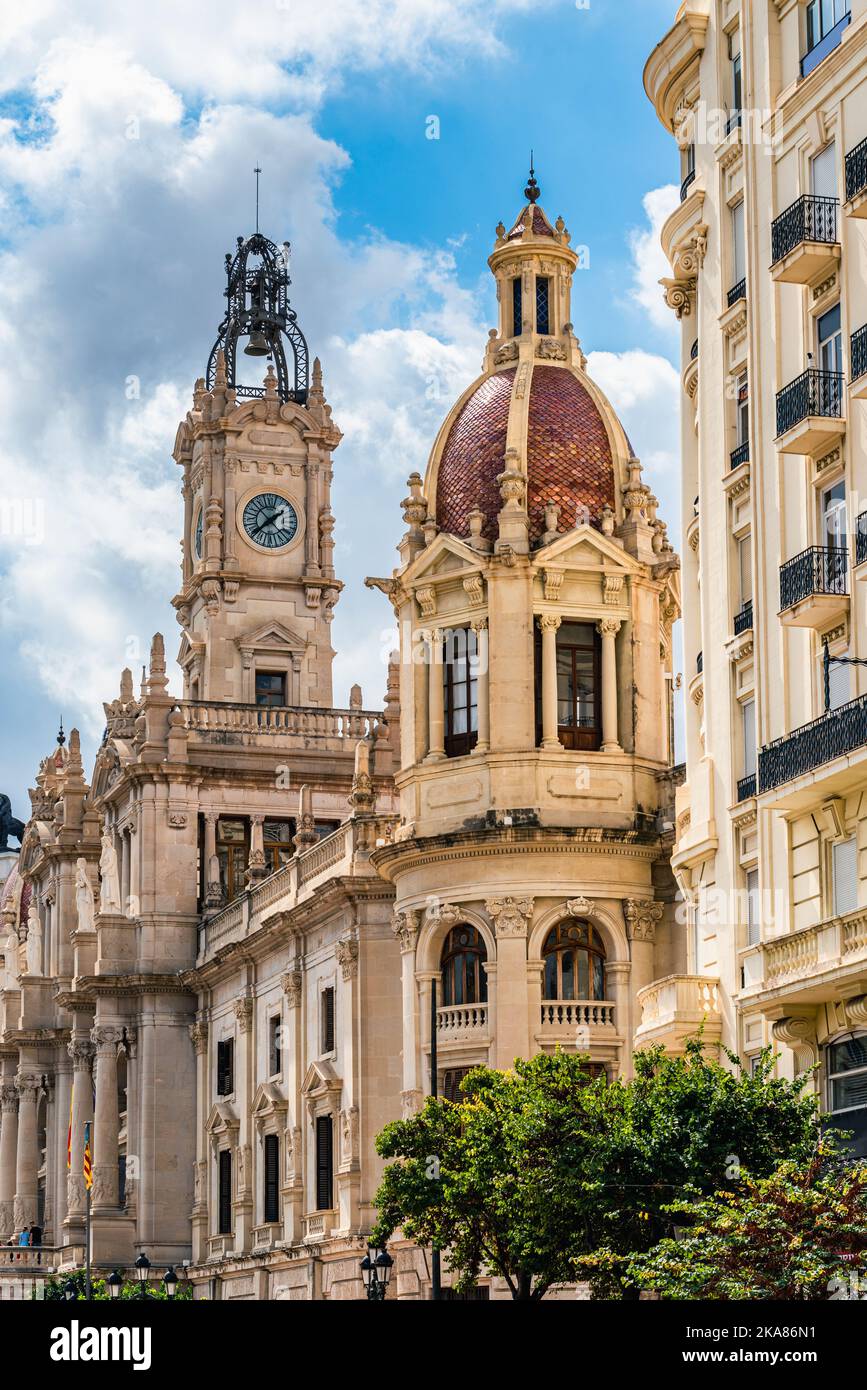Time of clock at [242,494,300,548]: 1:37
